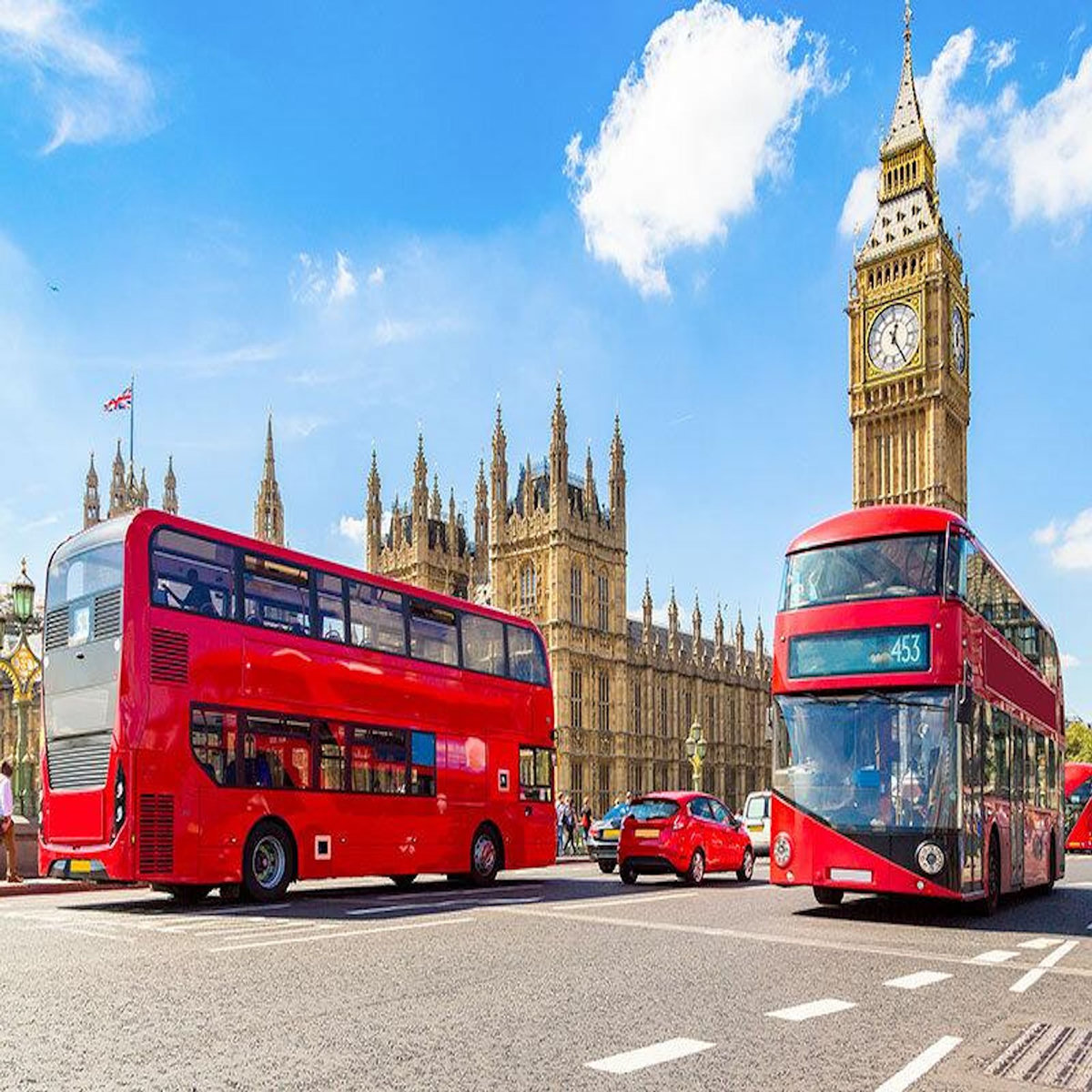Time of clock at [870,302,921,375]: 12:24
